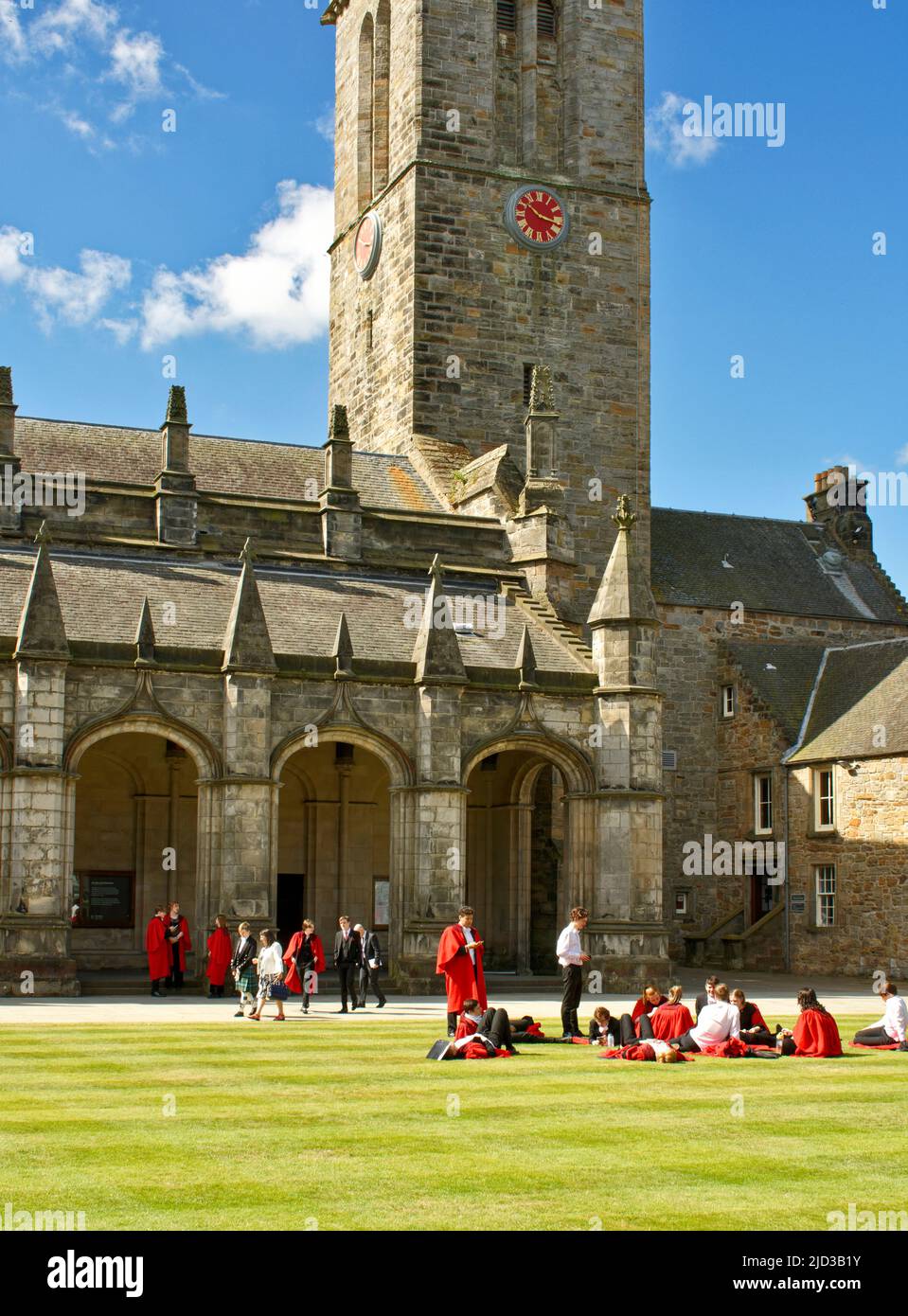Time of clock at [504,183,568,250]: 10:17
